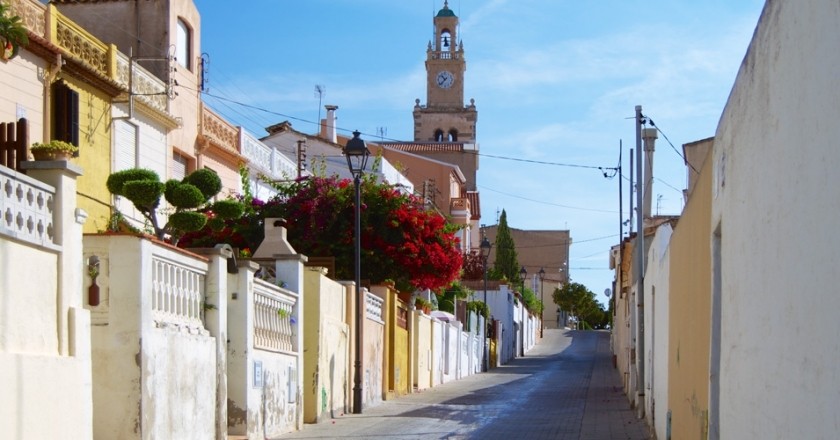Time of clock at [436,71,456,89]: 10:37
